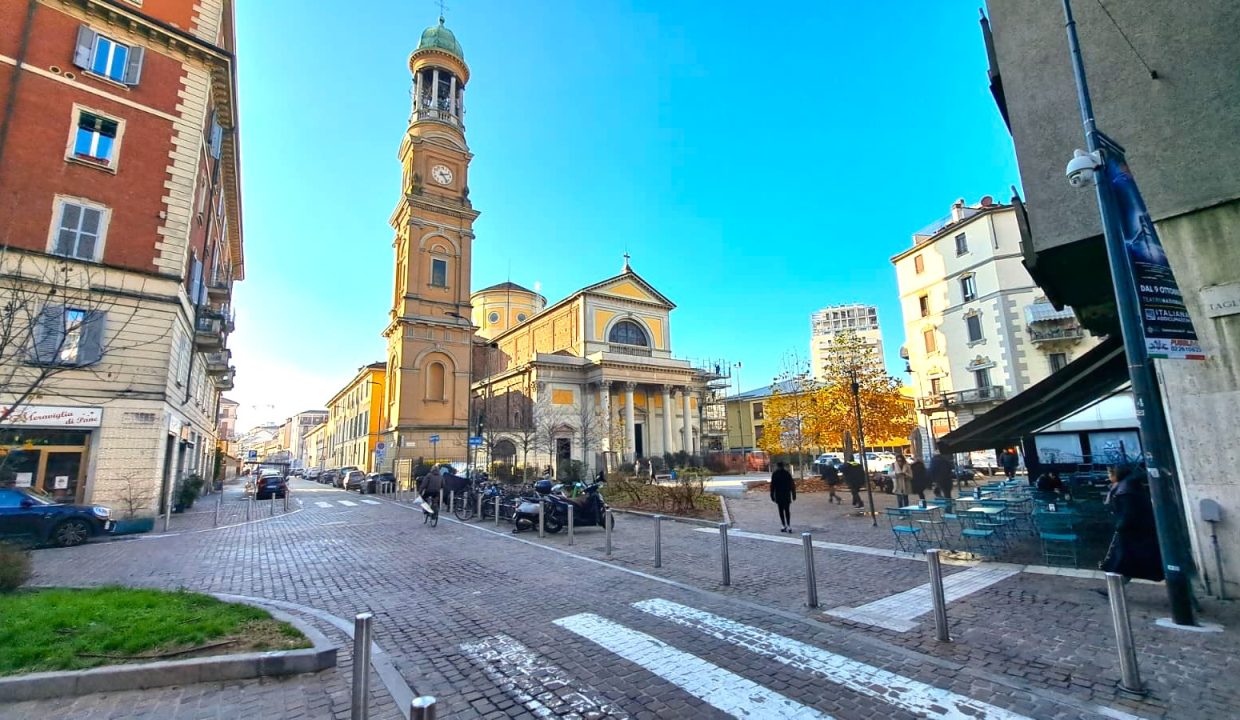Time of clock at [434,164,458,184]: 2:23
